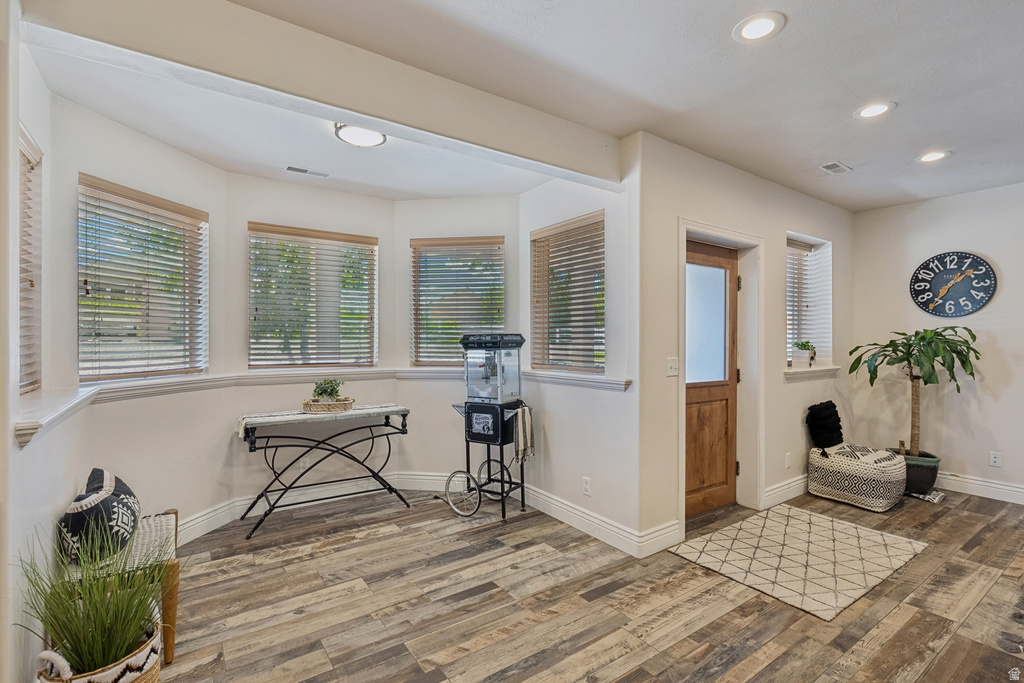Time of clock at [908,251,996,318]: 1:35
